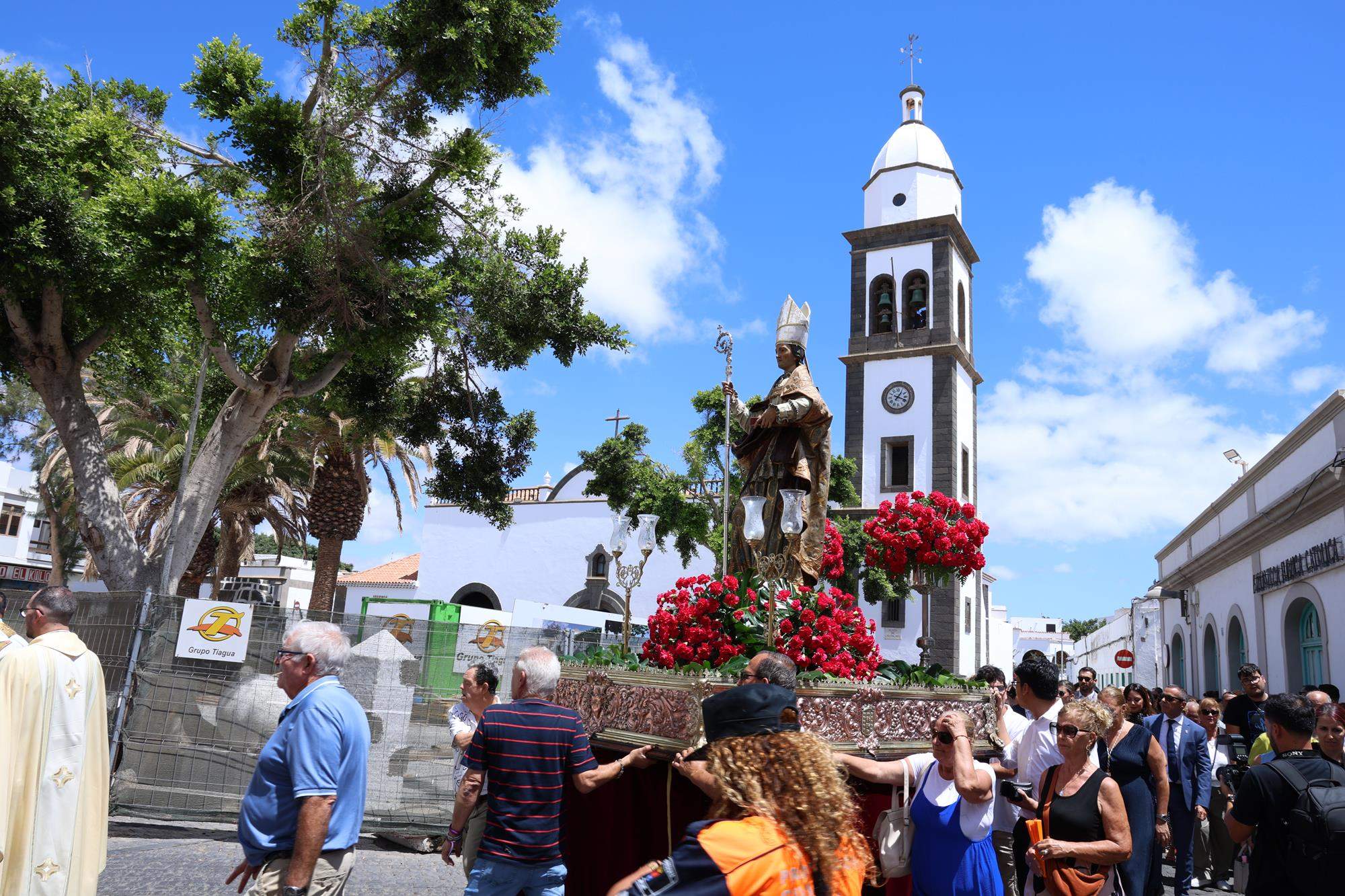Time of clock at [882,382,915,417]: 1:18
